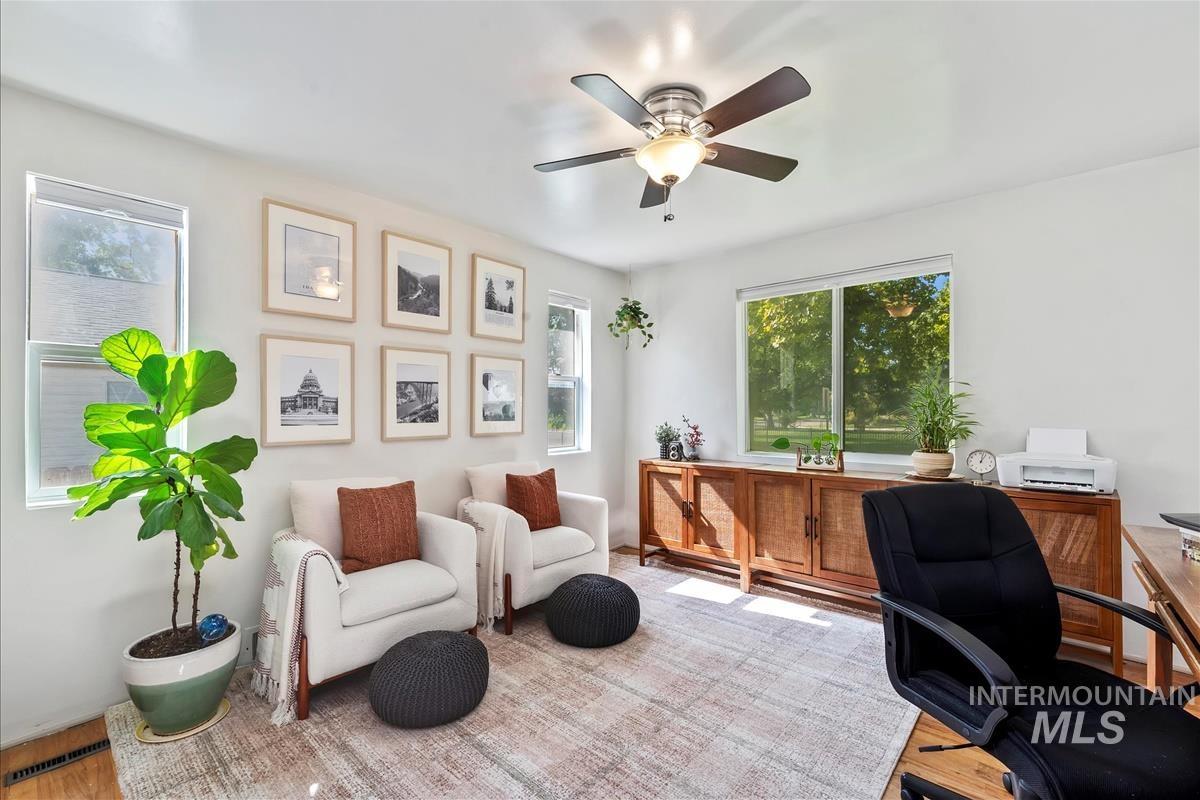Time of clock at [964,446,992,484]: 1:02
